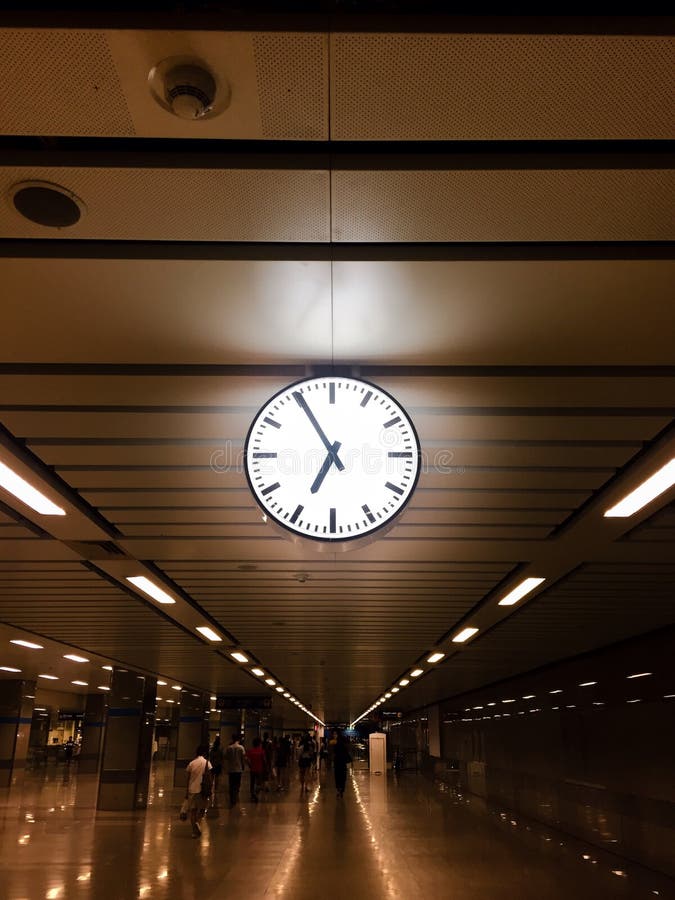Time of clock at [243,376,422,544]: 6:55
